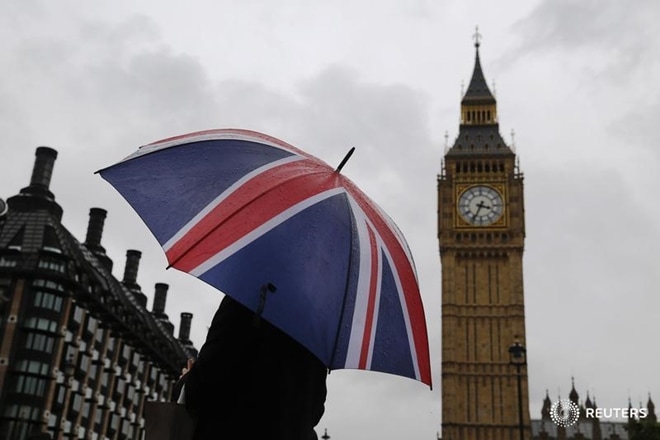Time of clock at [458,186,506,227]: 3:34
